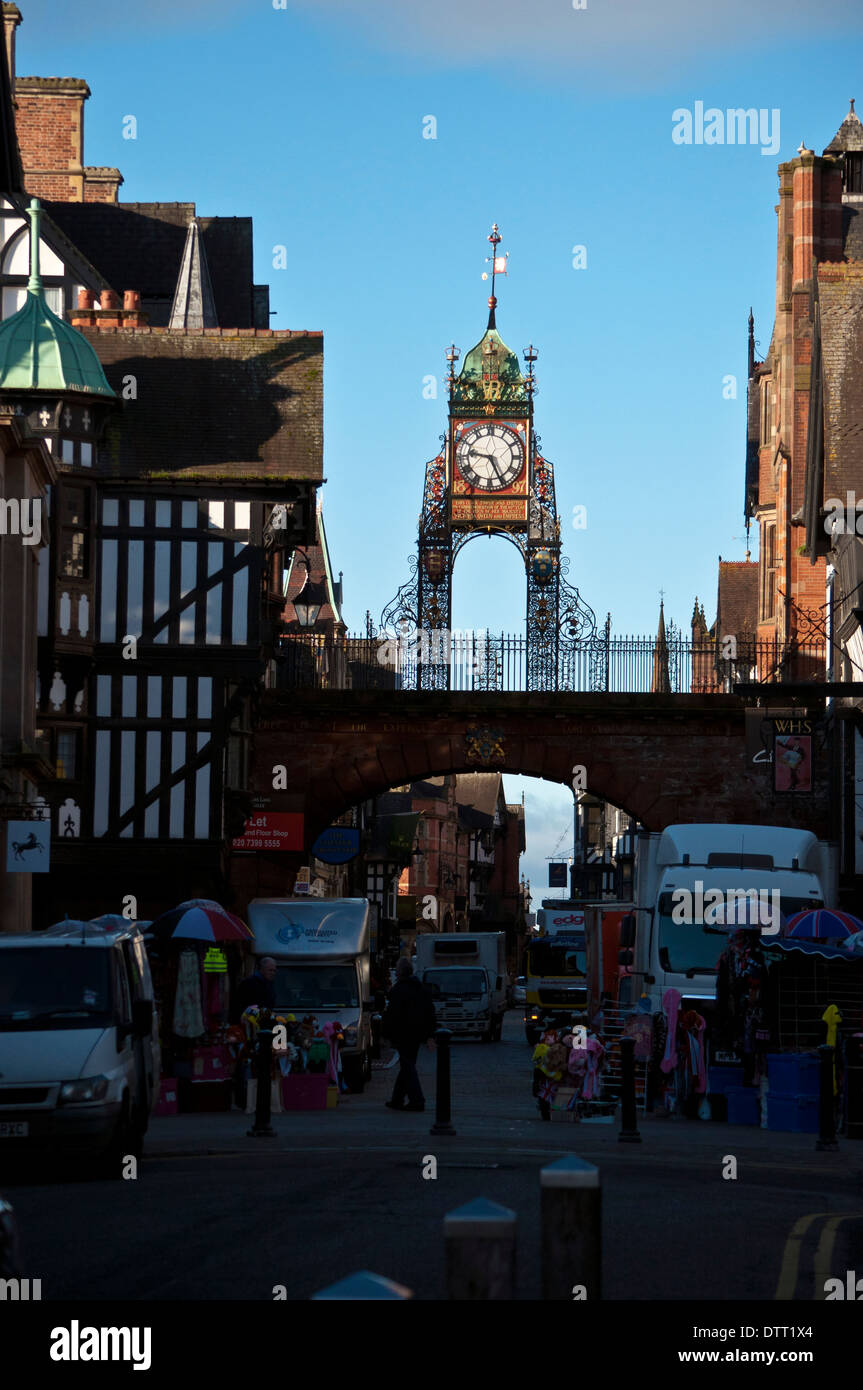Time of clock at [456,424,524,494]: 9:25
